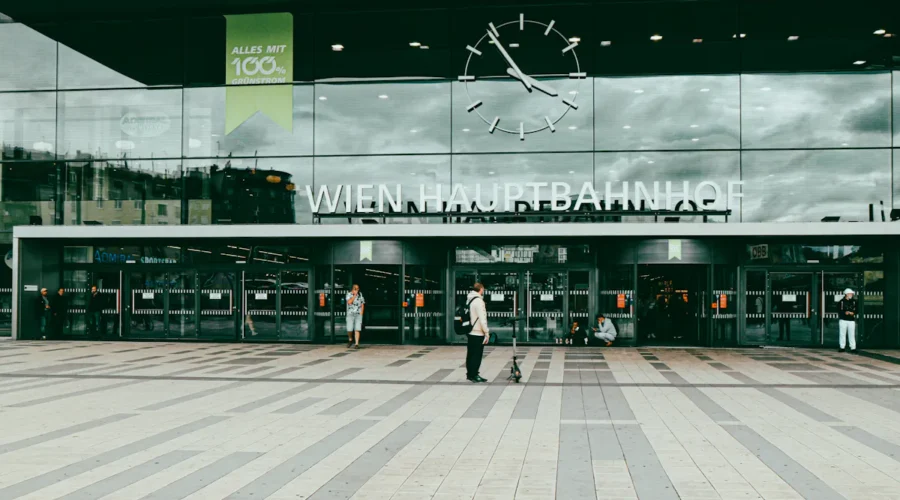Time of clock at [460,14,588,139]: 3:54
